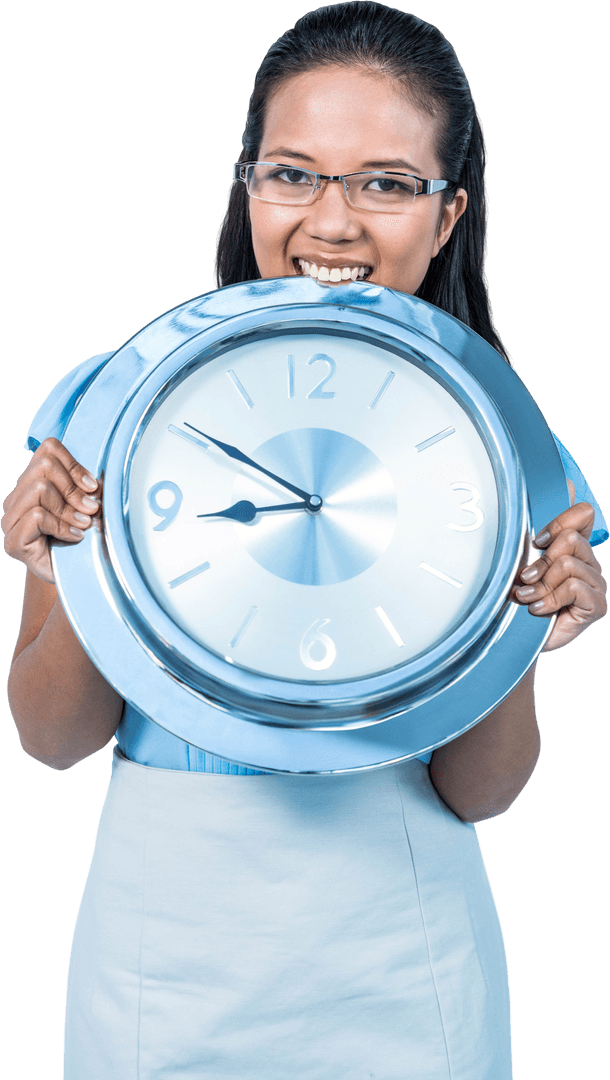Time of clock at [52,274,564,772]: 8:50
